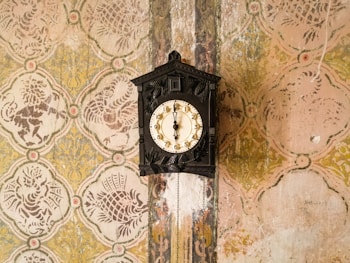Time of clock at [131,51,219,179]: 5:59
